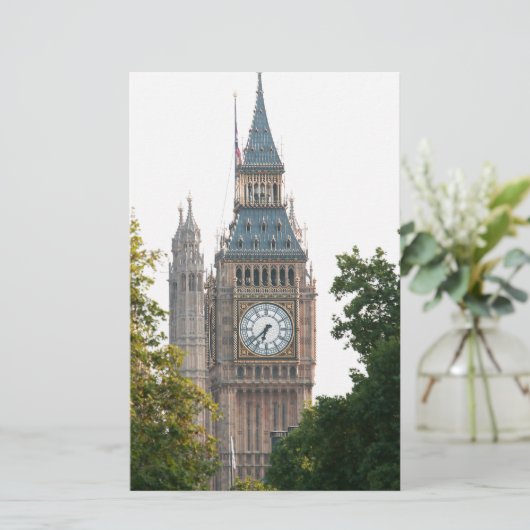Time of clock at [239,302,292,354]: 6:38
